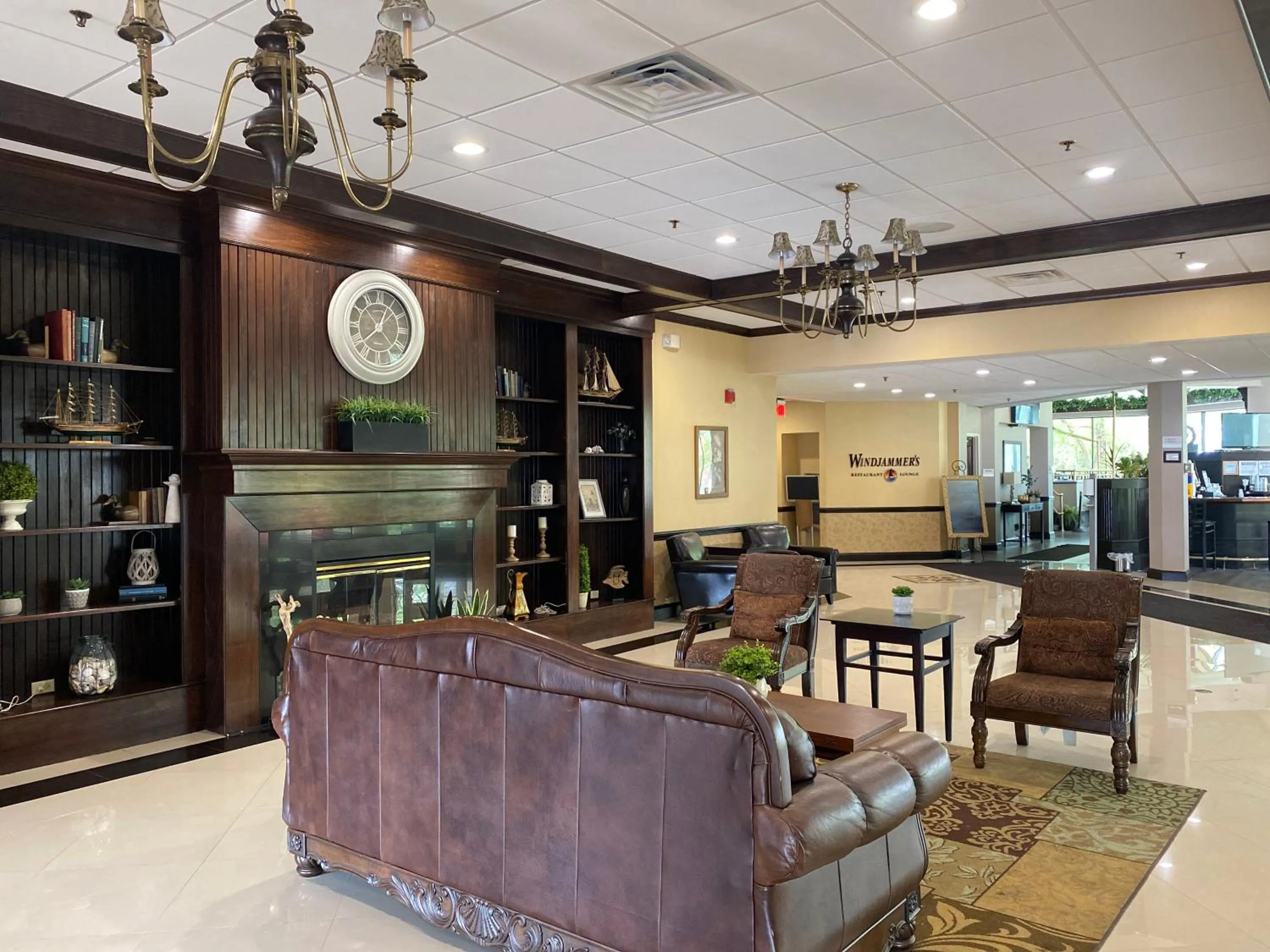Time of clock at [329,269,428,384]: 12:37
